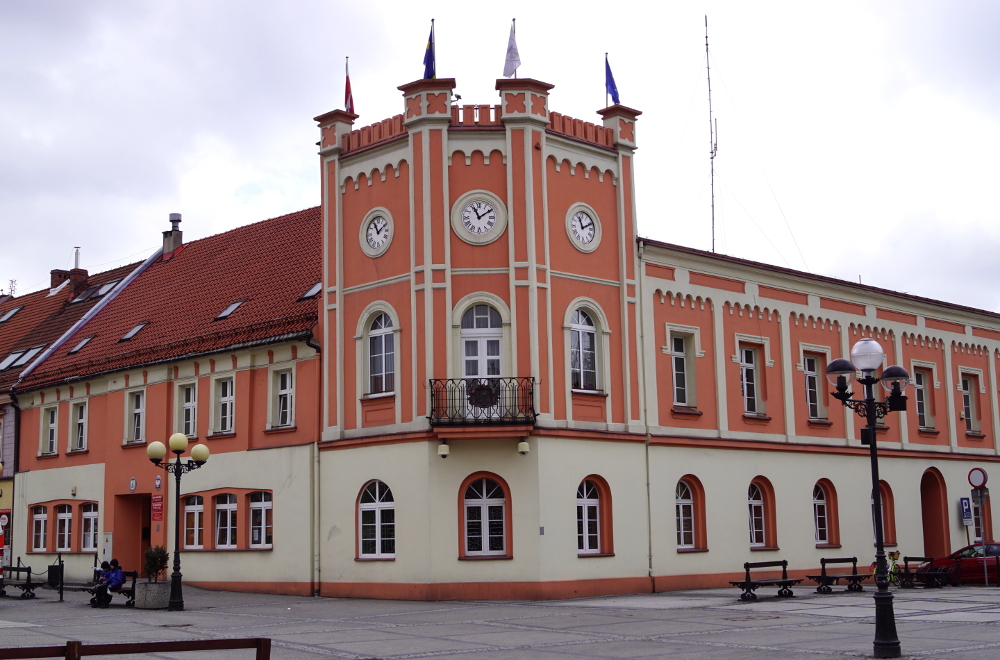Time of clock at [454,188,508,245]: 11:09
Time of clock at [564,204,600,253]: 11:11
